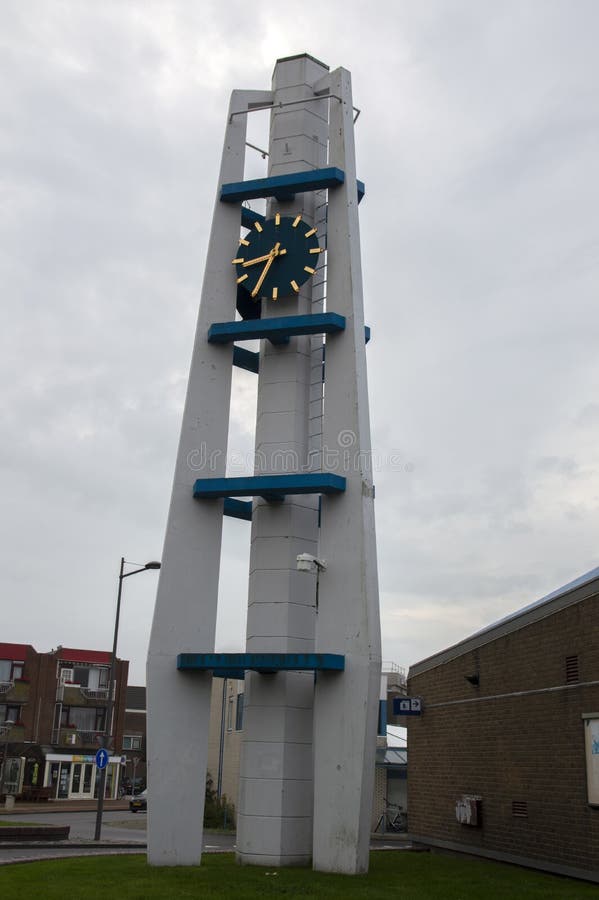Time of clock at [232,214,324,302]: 8:35
